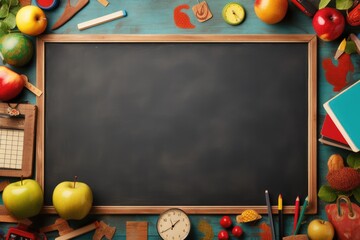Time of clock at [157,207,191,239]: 1:39
